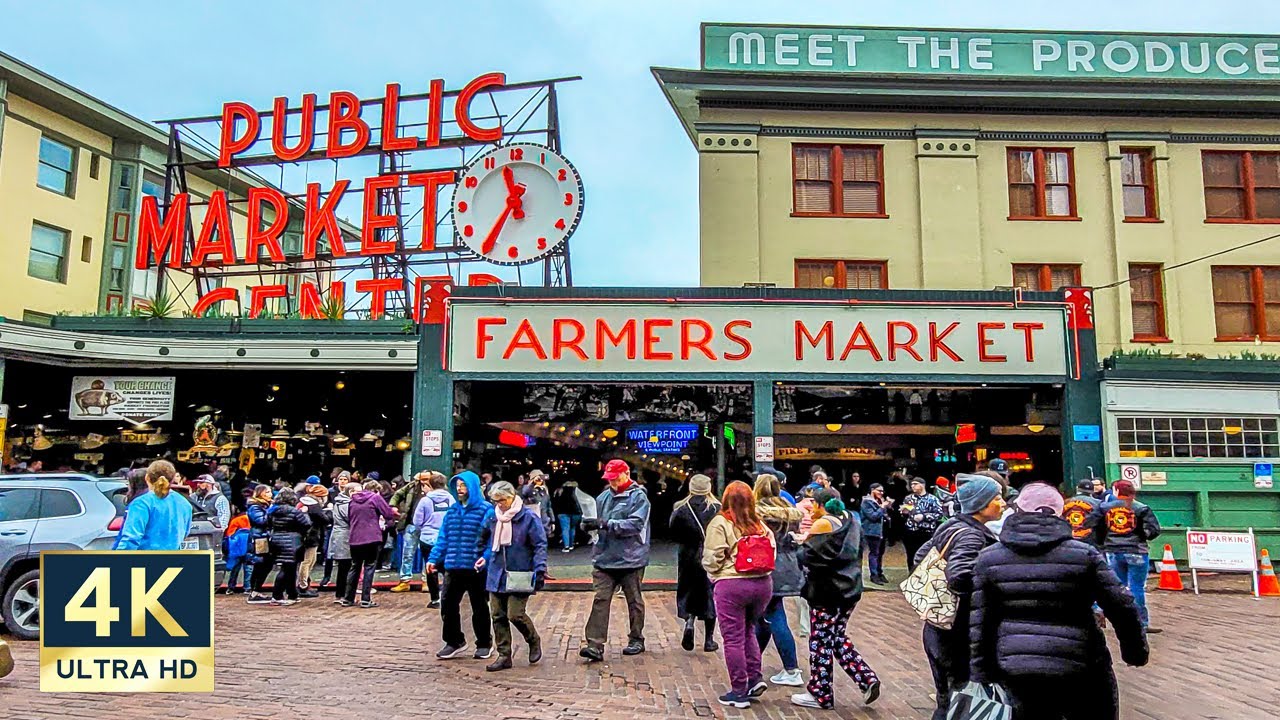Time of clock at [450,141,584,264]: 11:35
